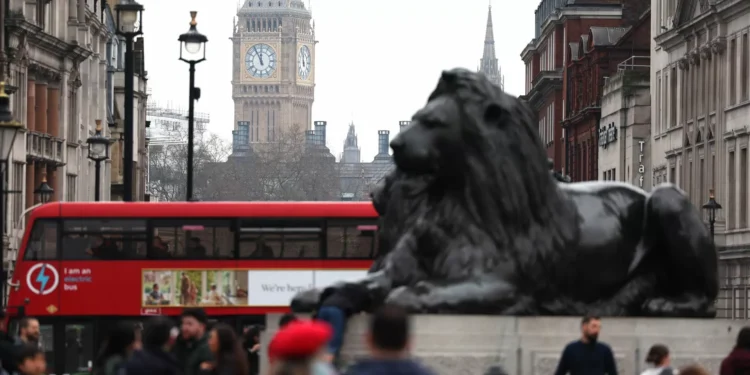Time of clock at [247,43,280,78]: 11:55
